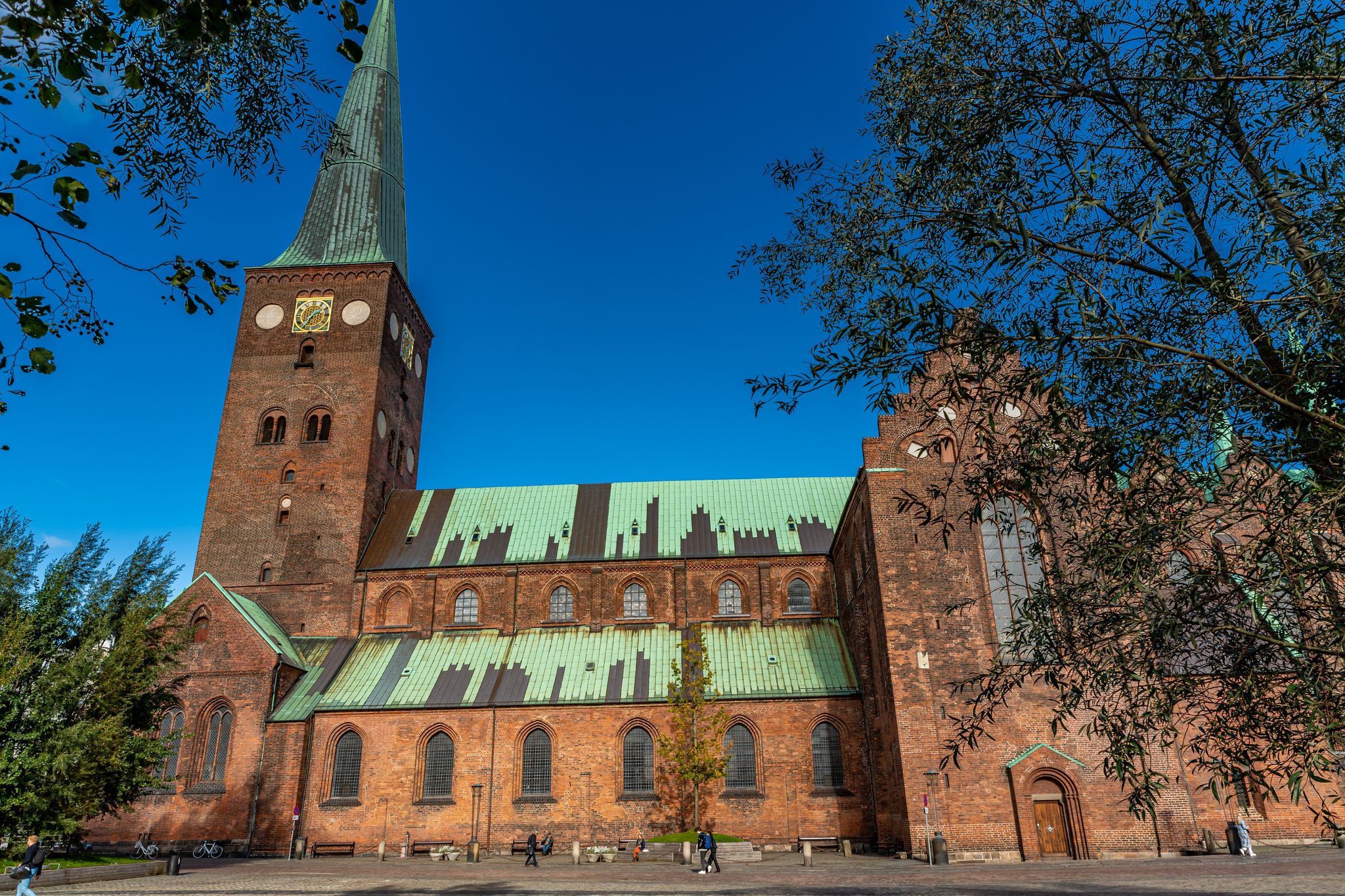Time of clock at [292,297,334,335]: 1:35
